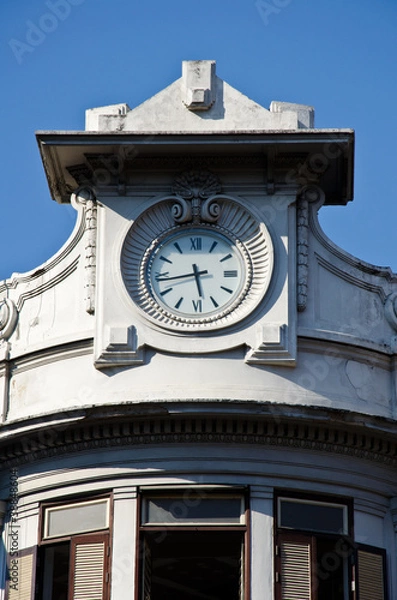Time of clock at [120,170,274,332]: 5:43
